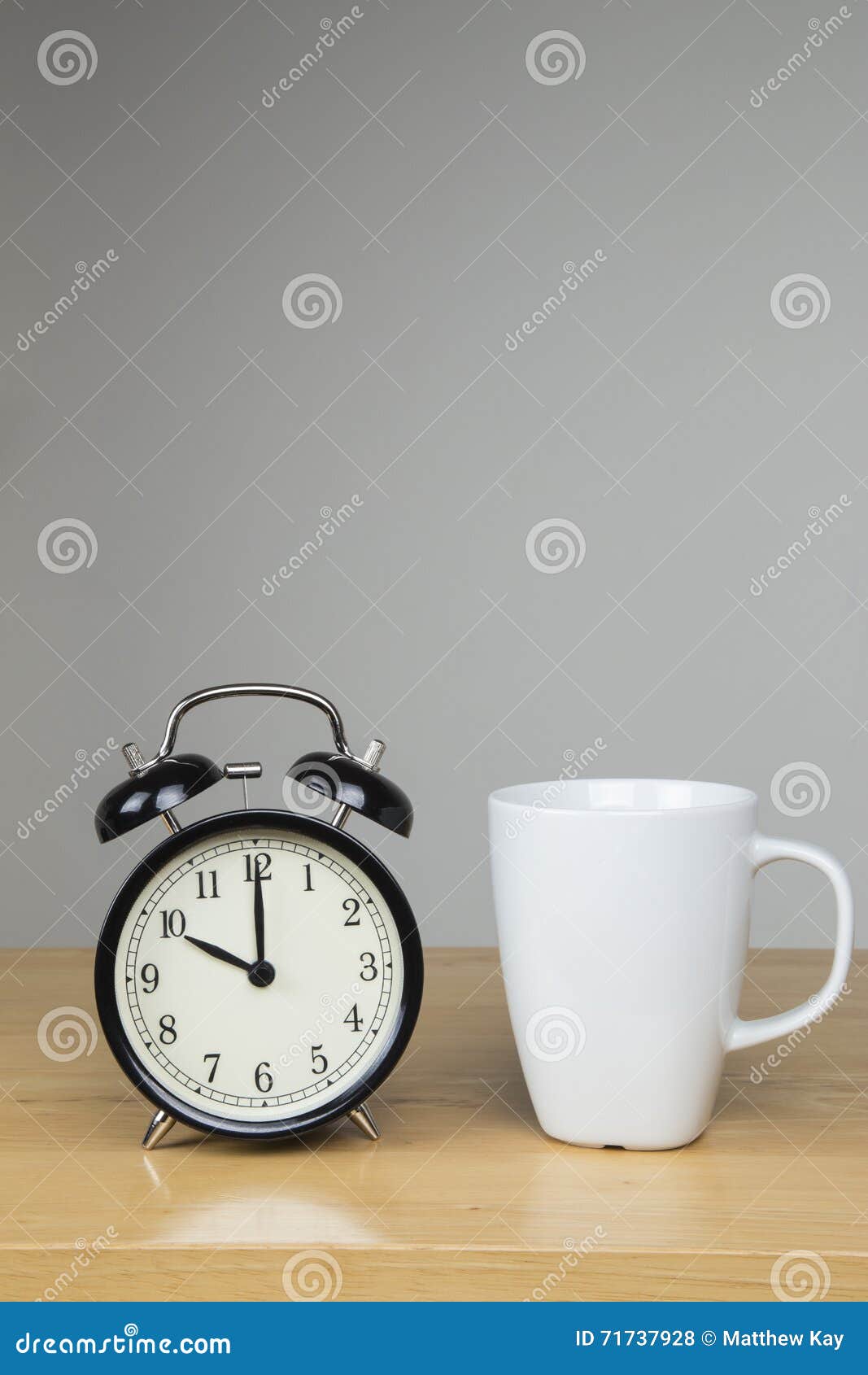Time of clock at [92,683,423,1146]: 10:00
